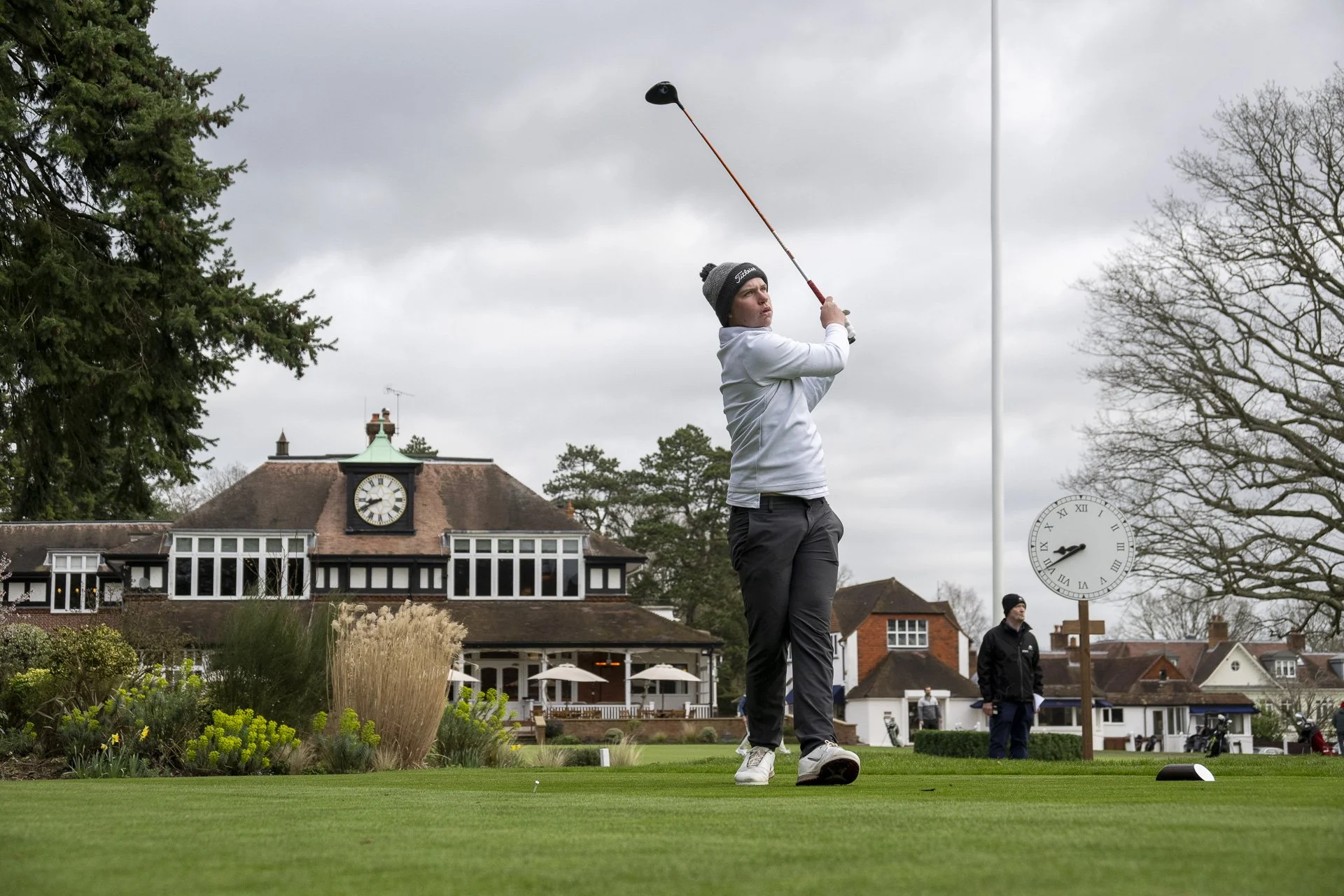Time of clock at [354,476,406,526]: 8:40
